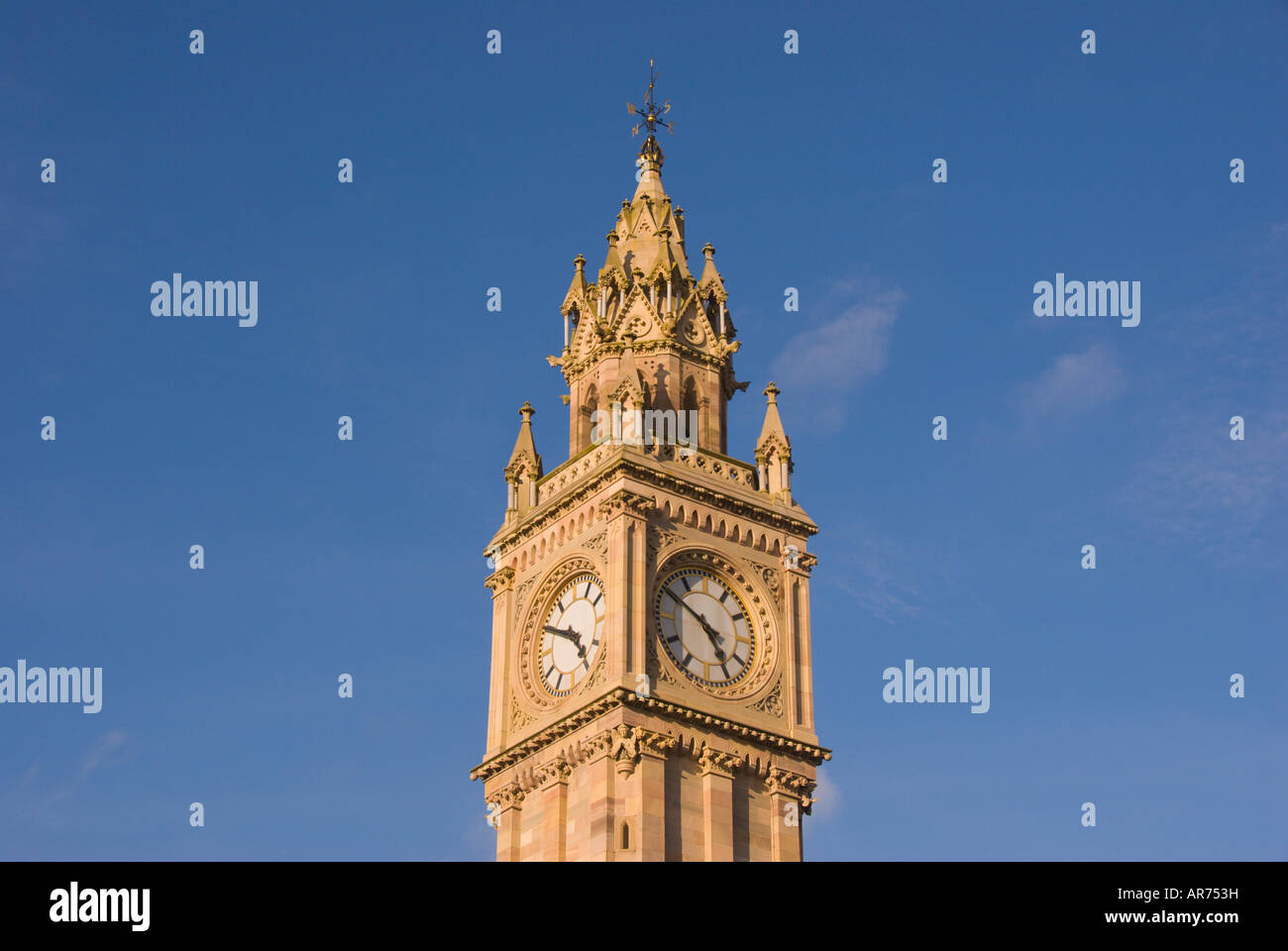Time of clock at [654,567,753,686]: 4:50
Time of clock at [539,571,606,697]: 4:49
